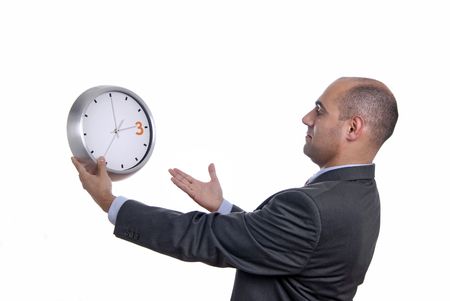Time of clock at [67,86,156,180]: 2:36
